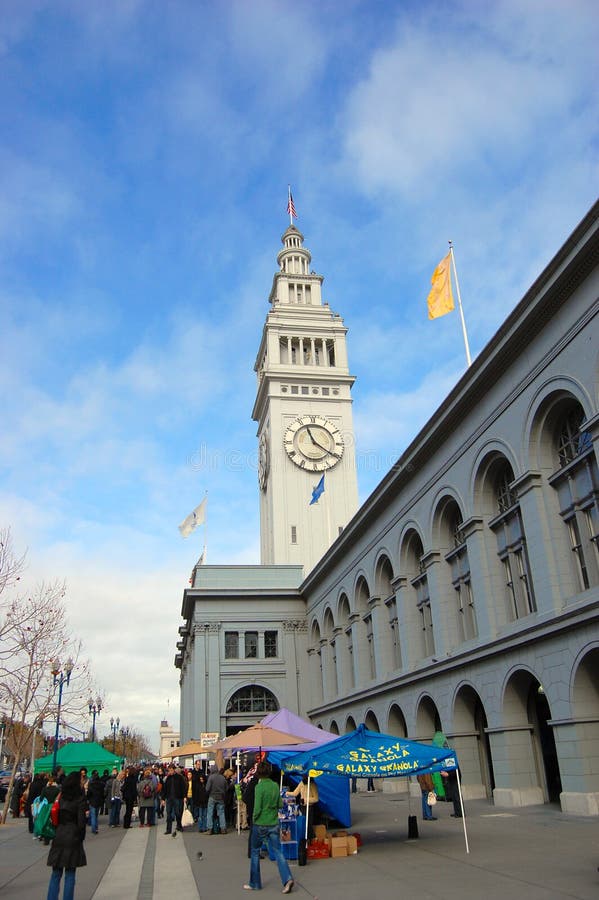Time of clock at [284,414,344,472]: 11:20
